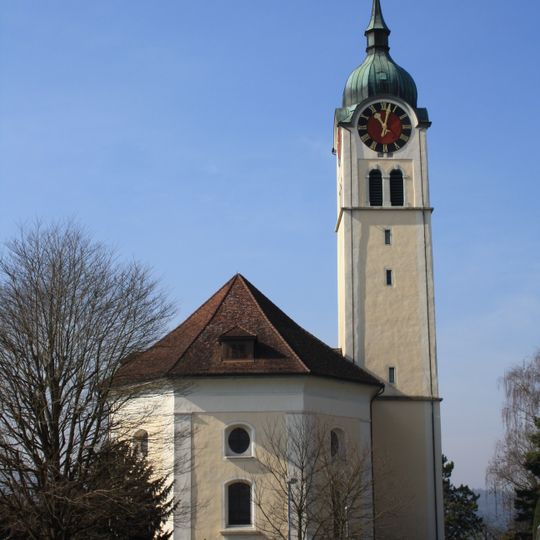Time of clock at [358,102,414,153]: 11:02
